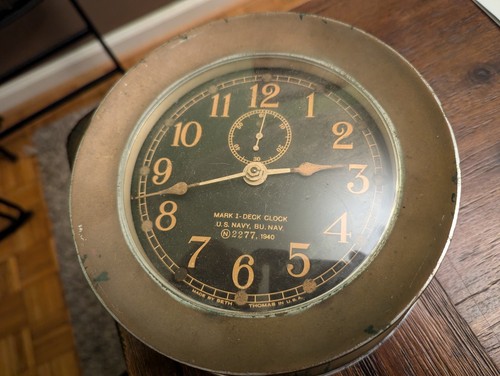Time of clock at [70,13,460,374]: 2:42
